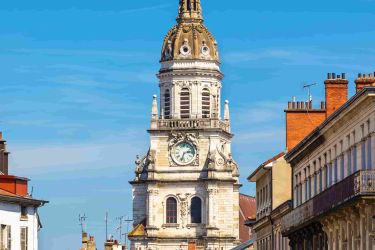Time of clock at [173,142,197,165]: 2:33
